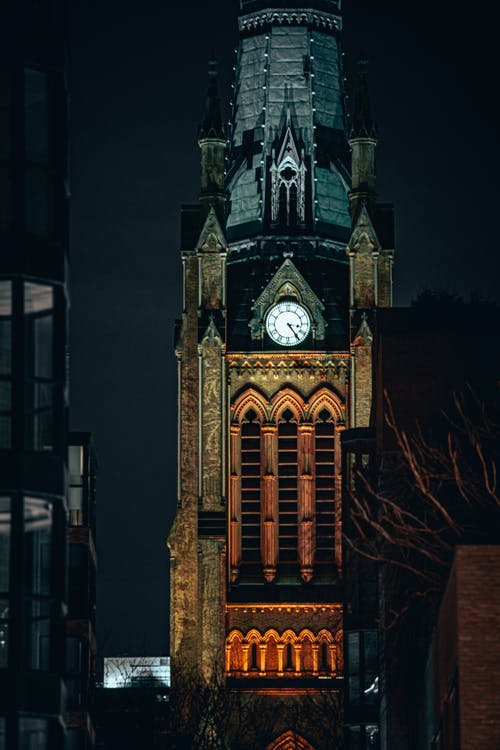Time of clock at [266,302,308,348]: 3:24
